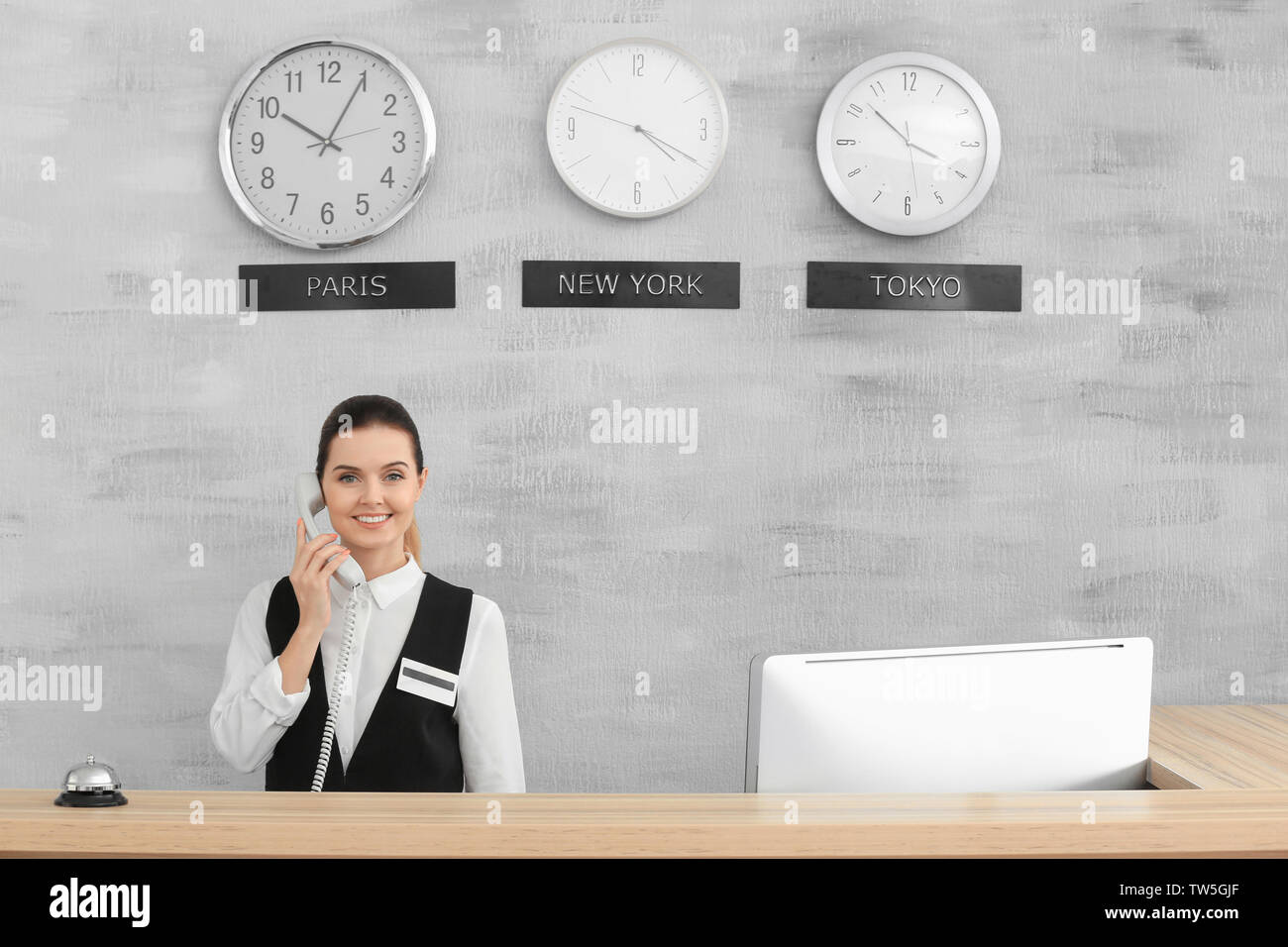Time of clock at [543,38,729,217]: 4:19
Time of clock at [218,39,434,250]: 10:04
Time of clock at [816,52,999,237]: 3:52
